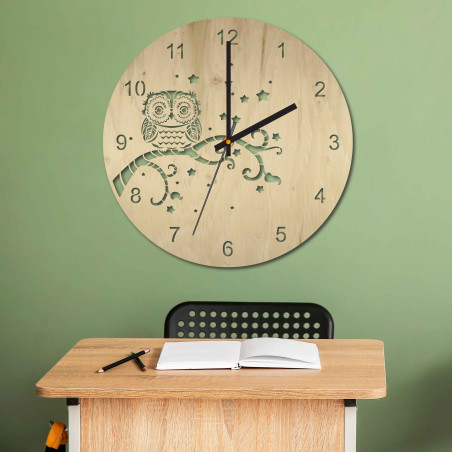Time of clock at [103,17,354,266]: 2:00
